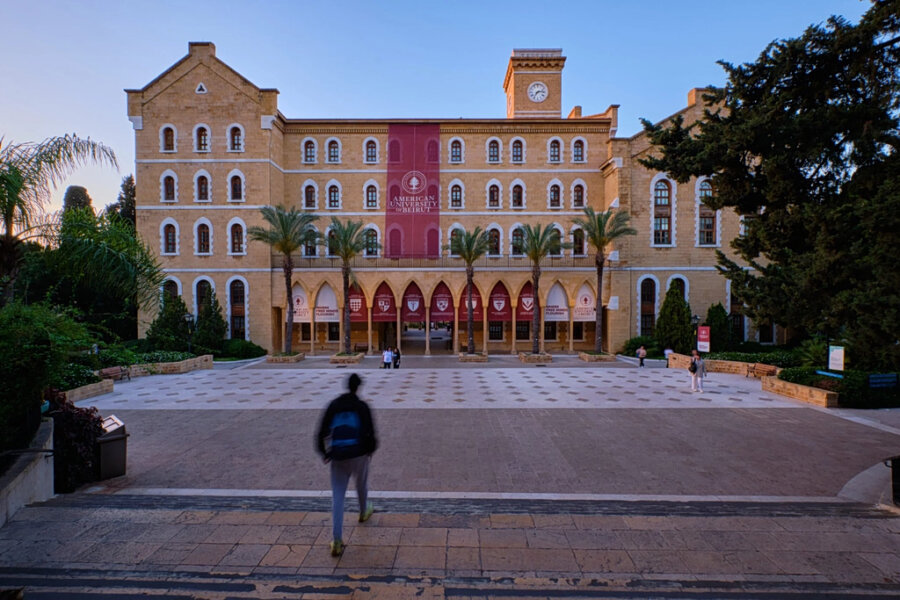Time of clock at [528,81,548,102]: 7:13
